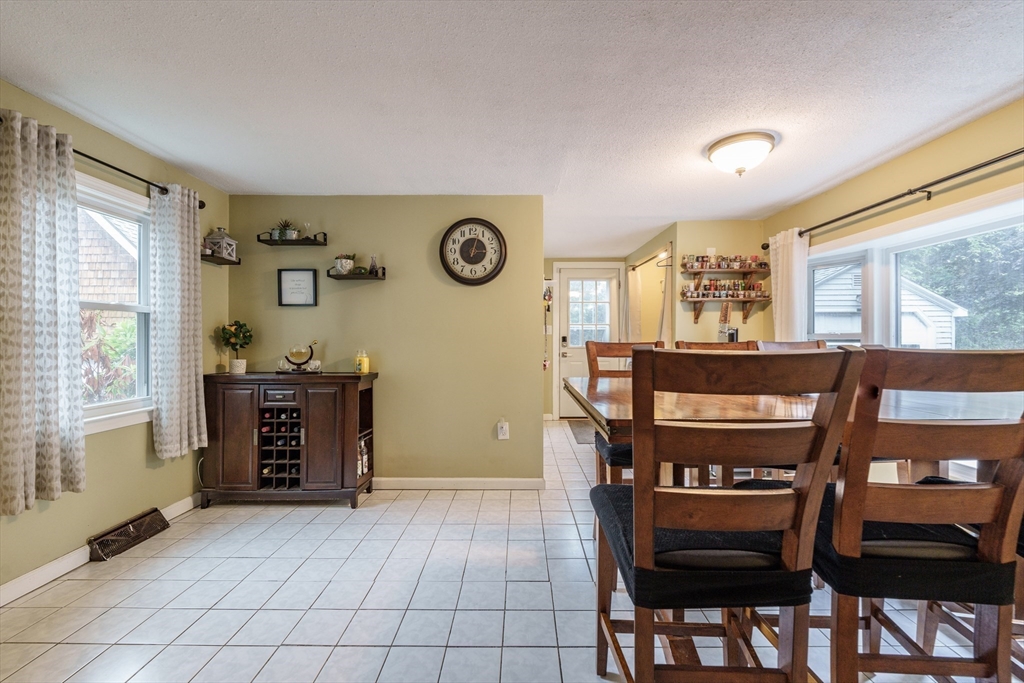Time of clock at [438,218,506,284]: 3:02
